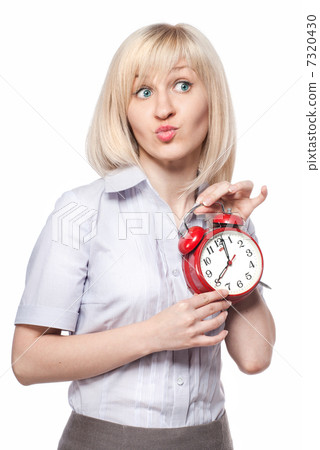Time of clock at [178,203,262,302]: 8:01
